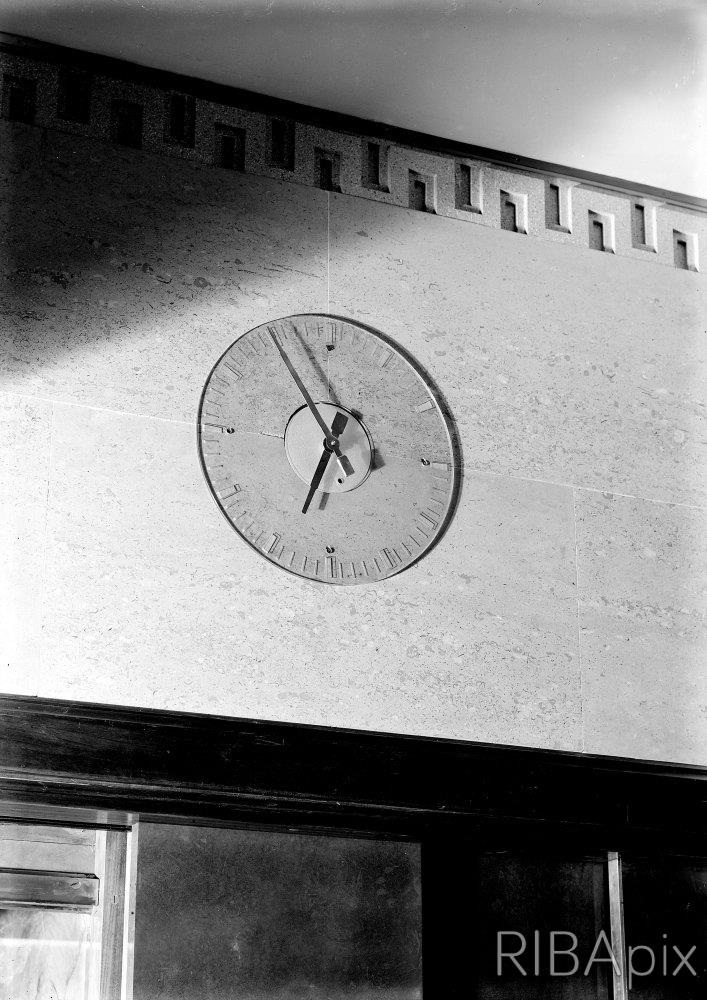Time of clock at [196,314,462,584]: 6:55
